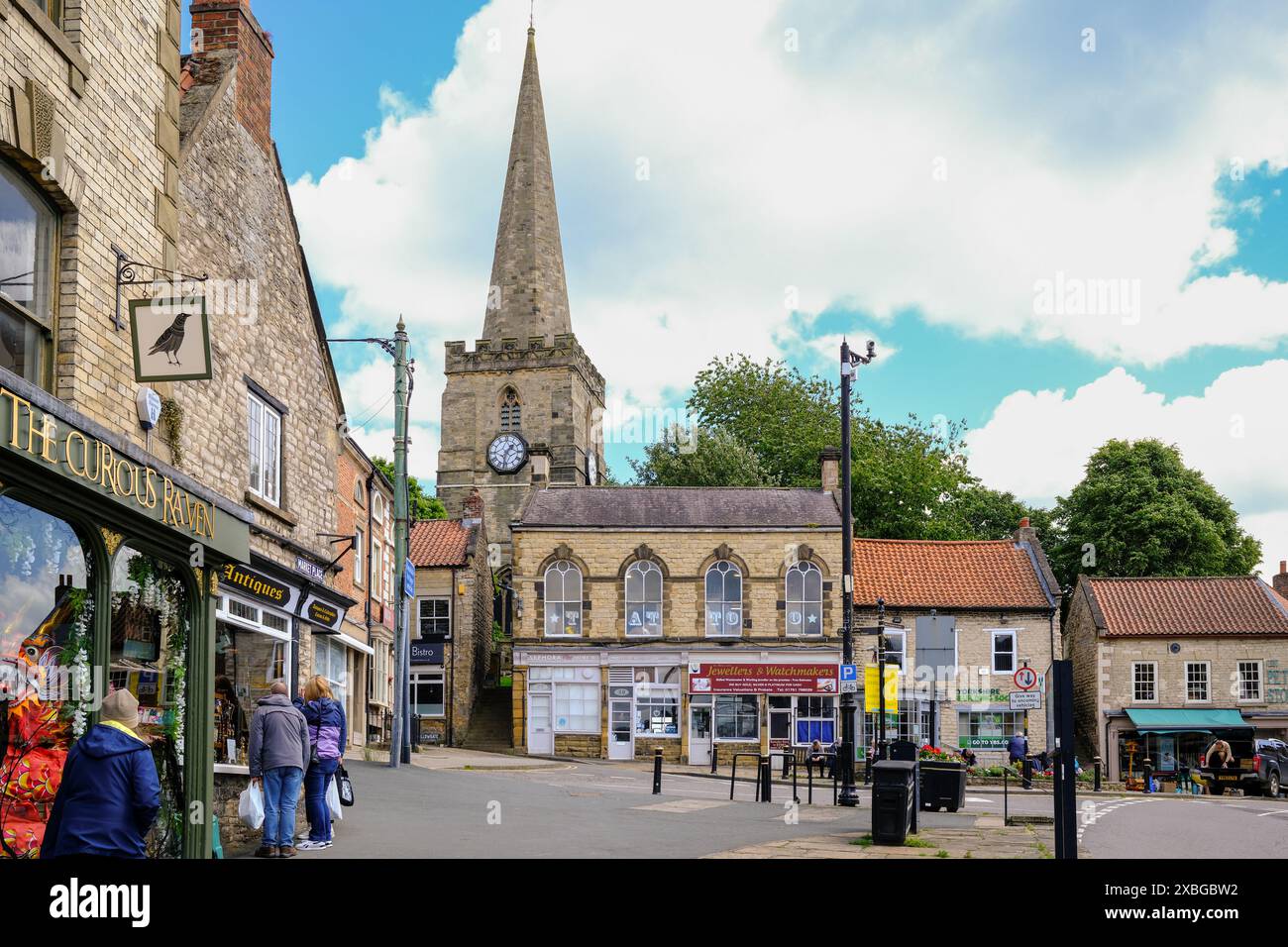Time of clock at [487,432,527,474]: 1:32
